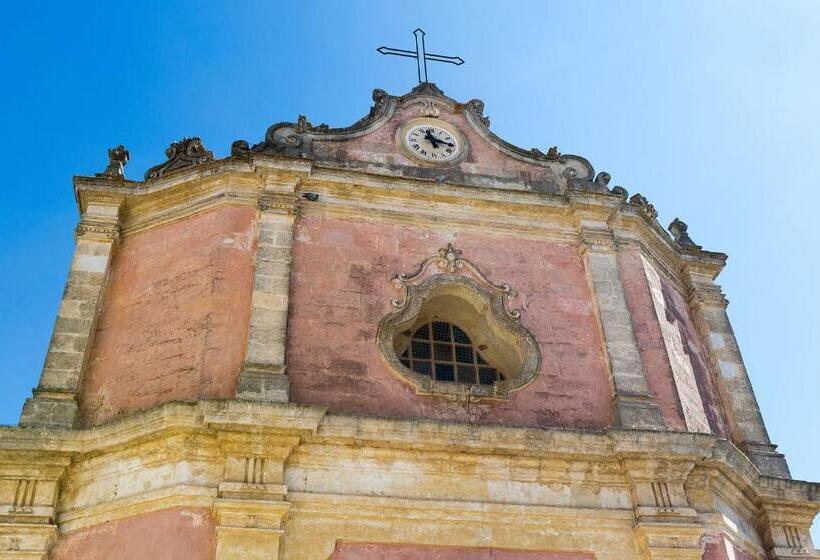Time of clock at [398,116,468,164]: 11:16
